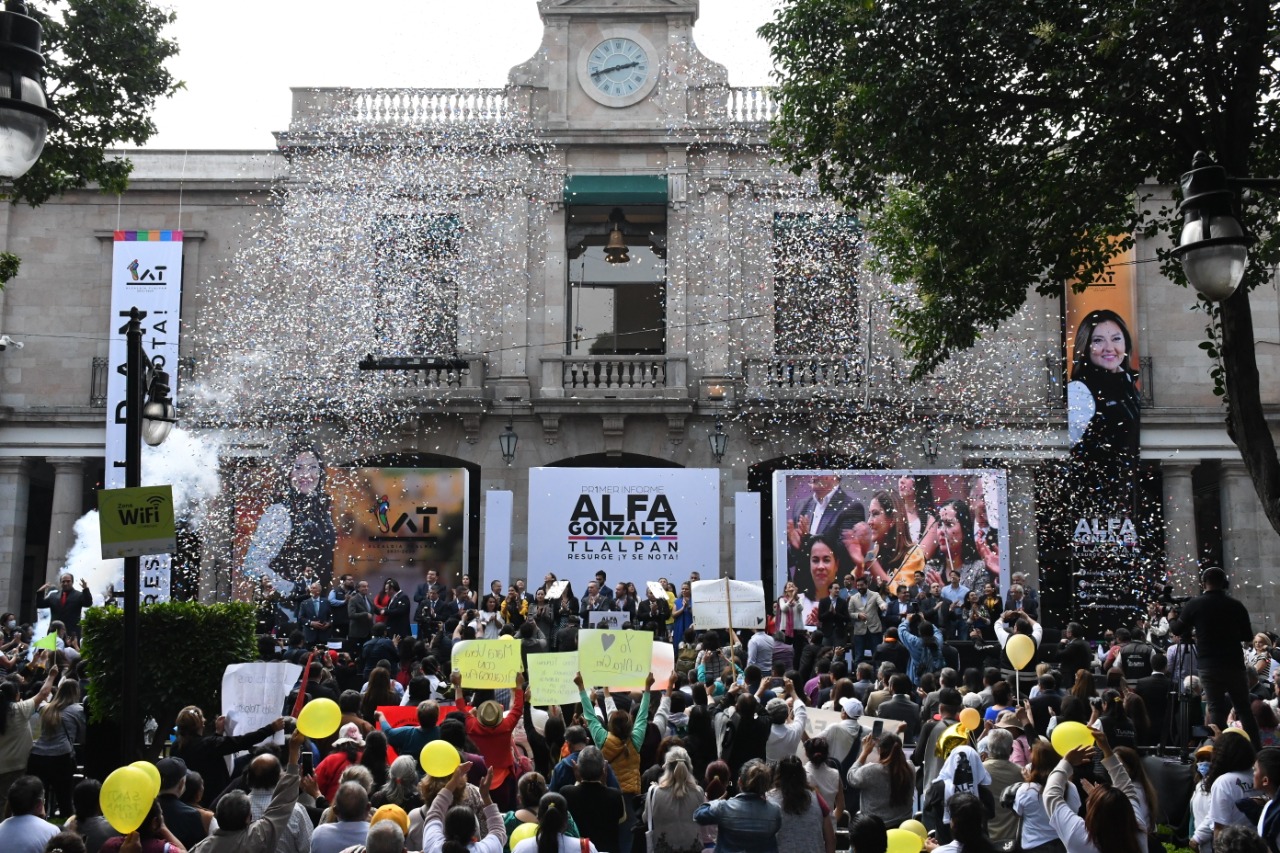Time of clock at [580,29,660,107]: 2:42
